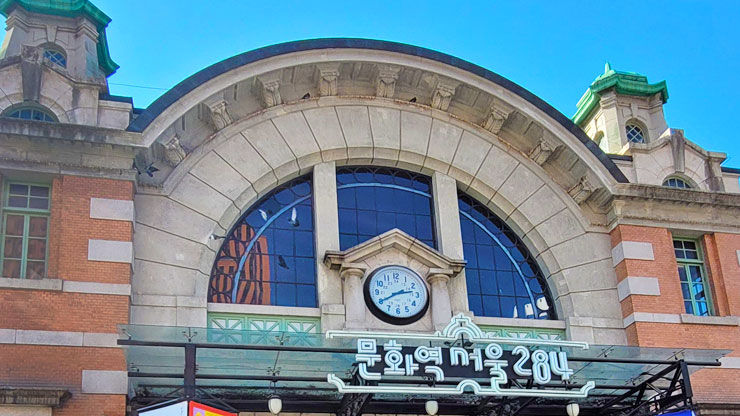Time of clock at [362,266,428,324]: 2:40
